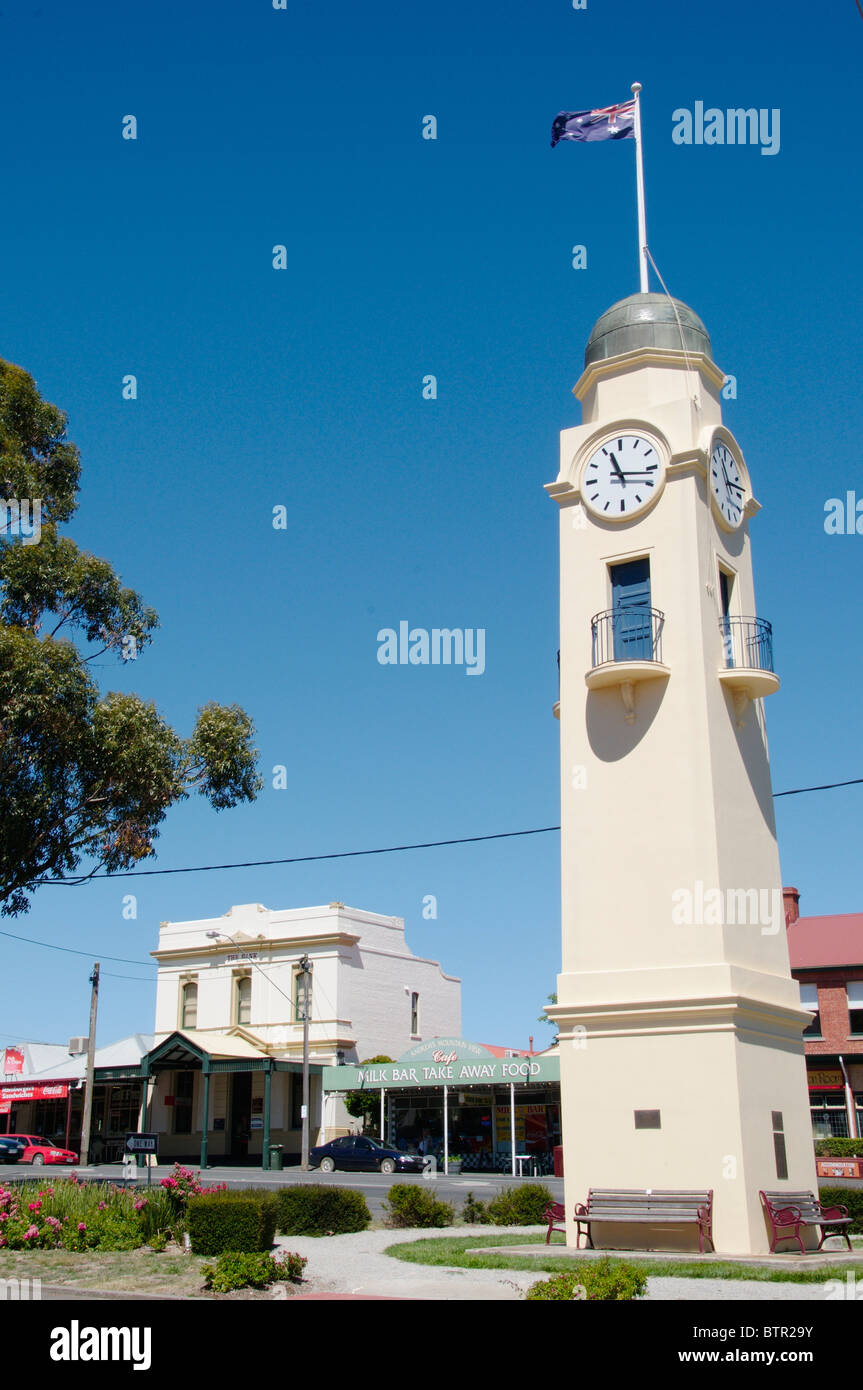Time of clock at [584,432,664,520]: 11:16
